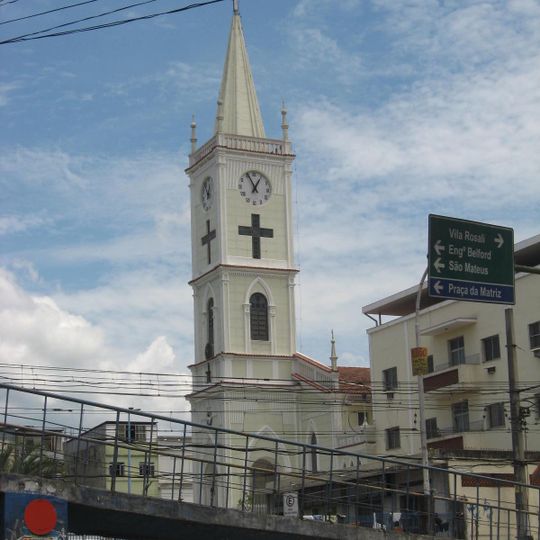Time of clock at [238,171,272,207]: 12:55
